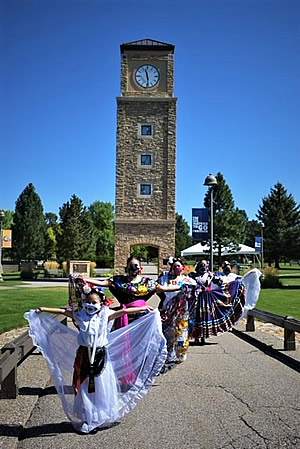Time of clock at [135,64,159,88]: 11:29
